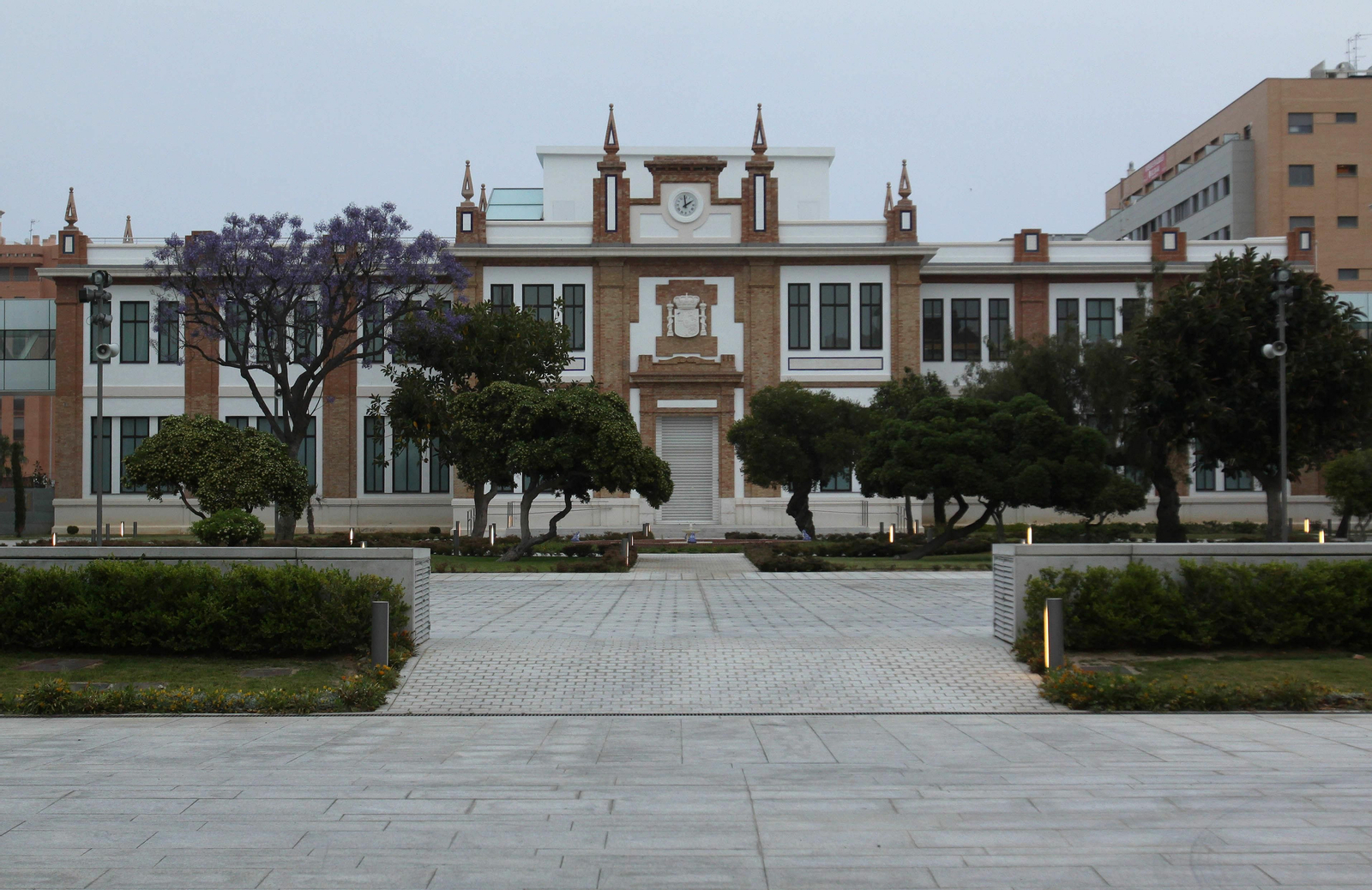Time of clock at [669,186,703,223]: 1:59
